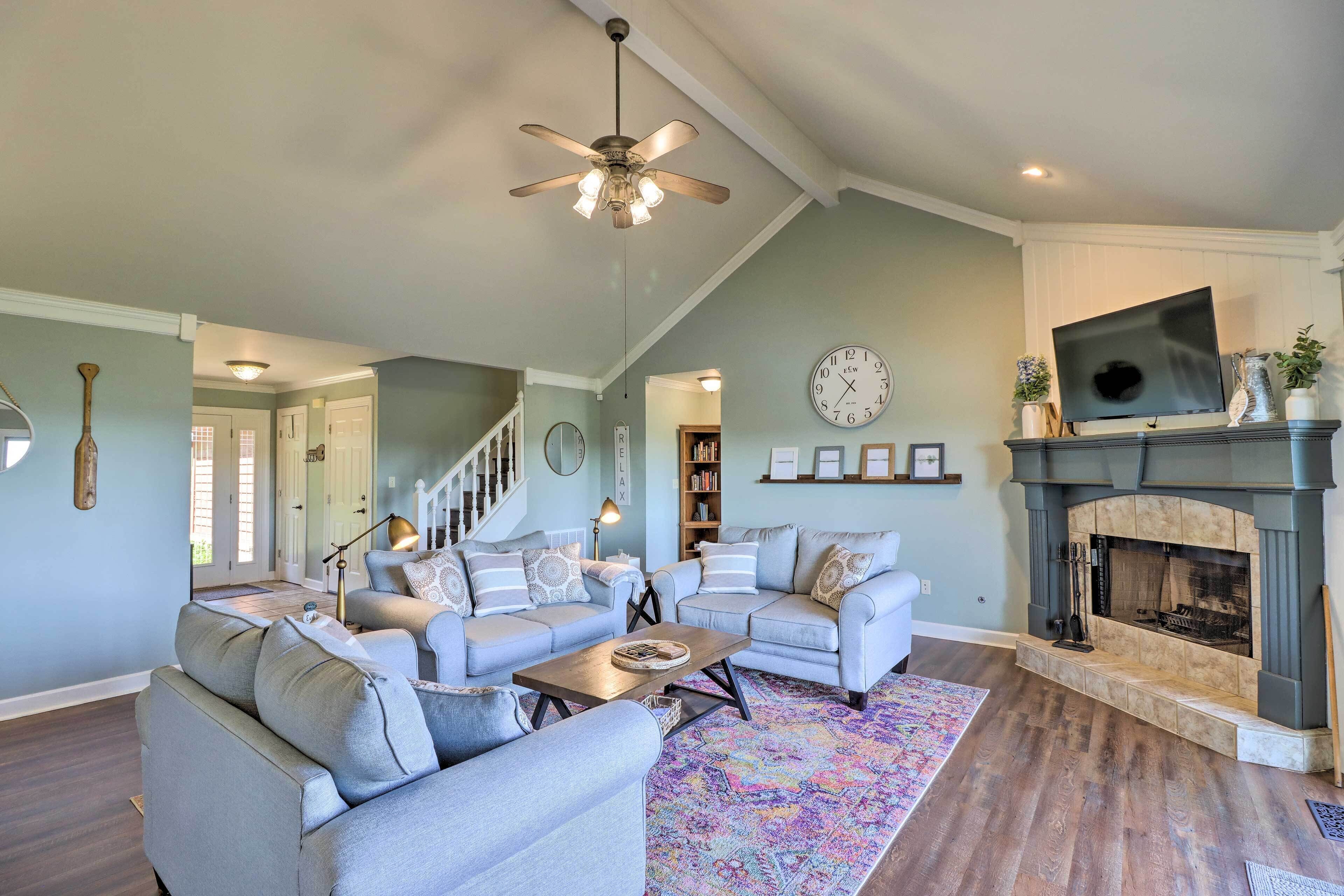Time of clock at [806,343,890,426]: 10:36
